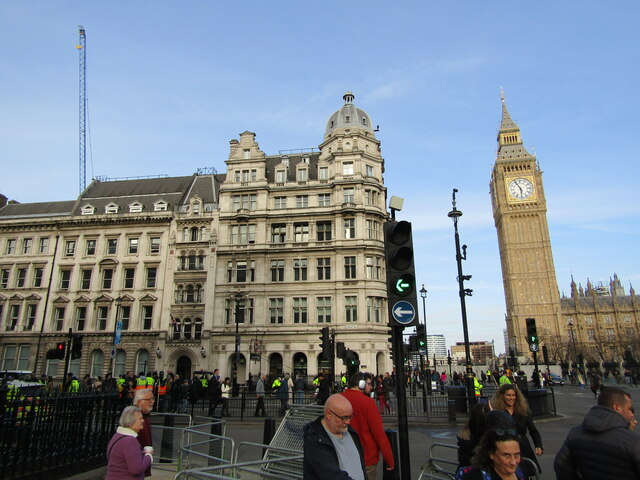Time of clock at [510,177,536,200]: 5:55
